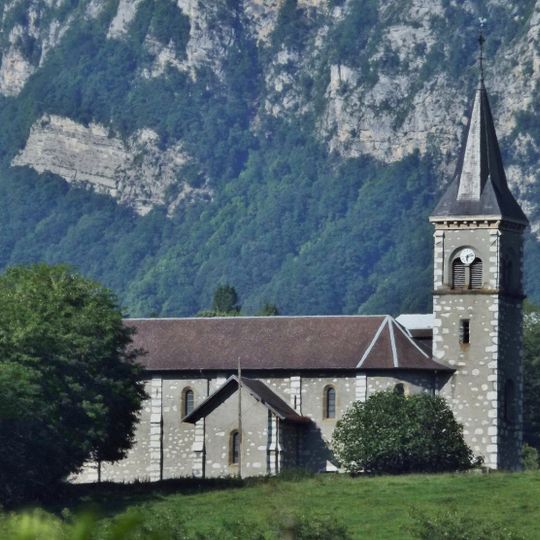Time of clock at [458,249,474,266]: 6:13
